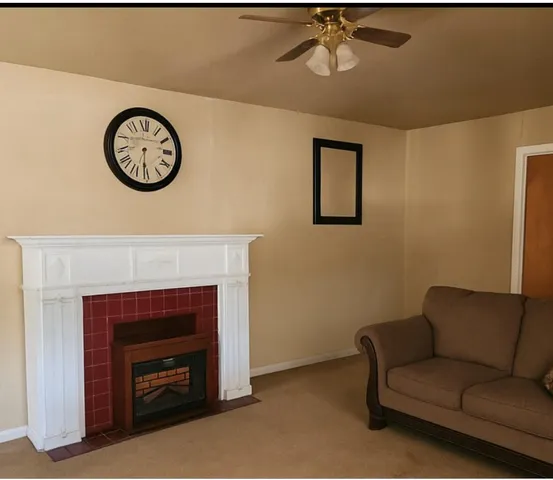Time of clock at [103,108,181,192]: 6:30
